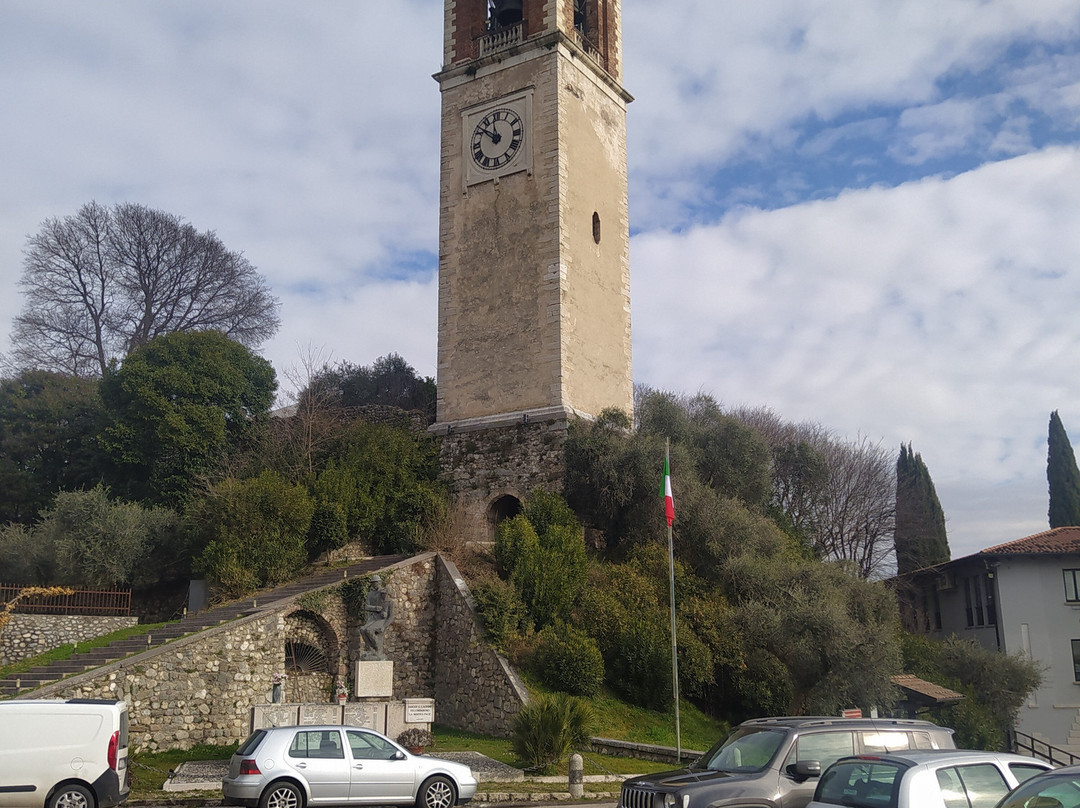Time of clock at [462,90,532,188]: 11:51
